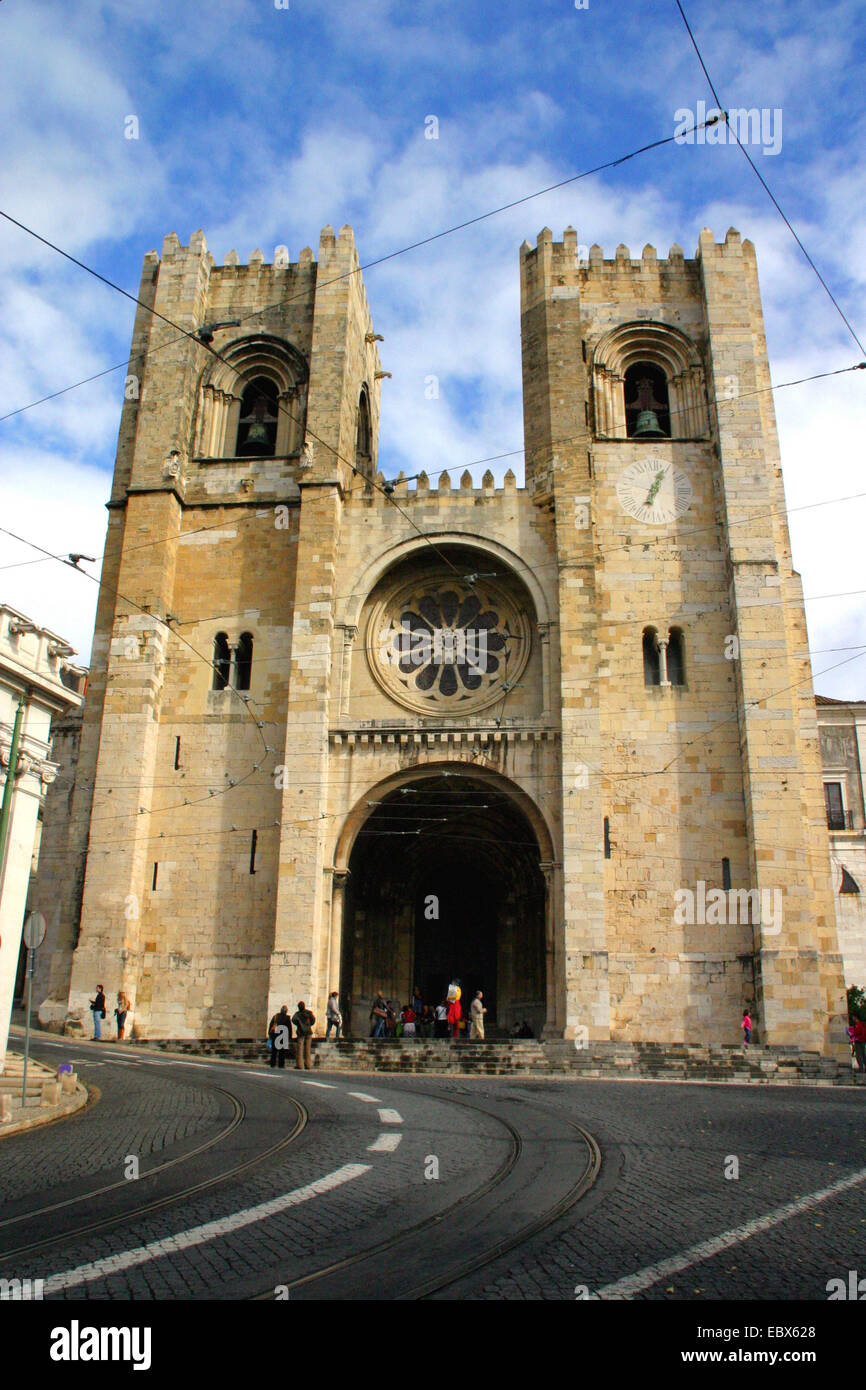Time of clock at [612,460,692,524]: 7:04
